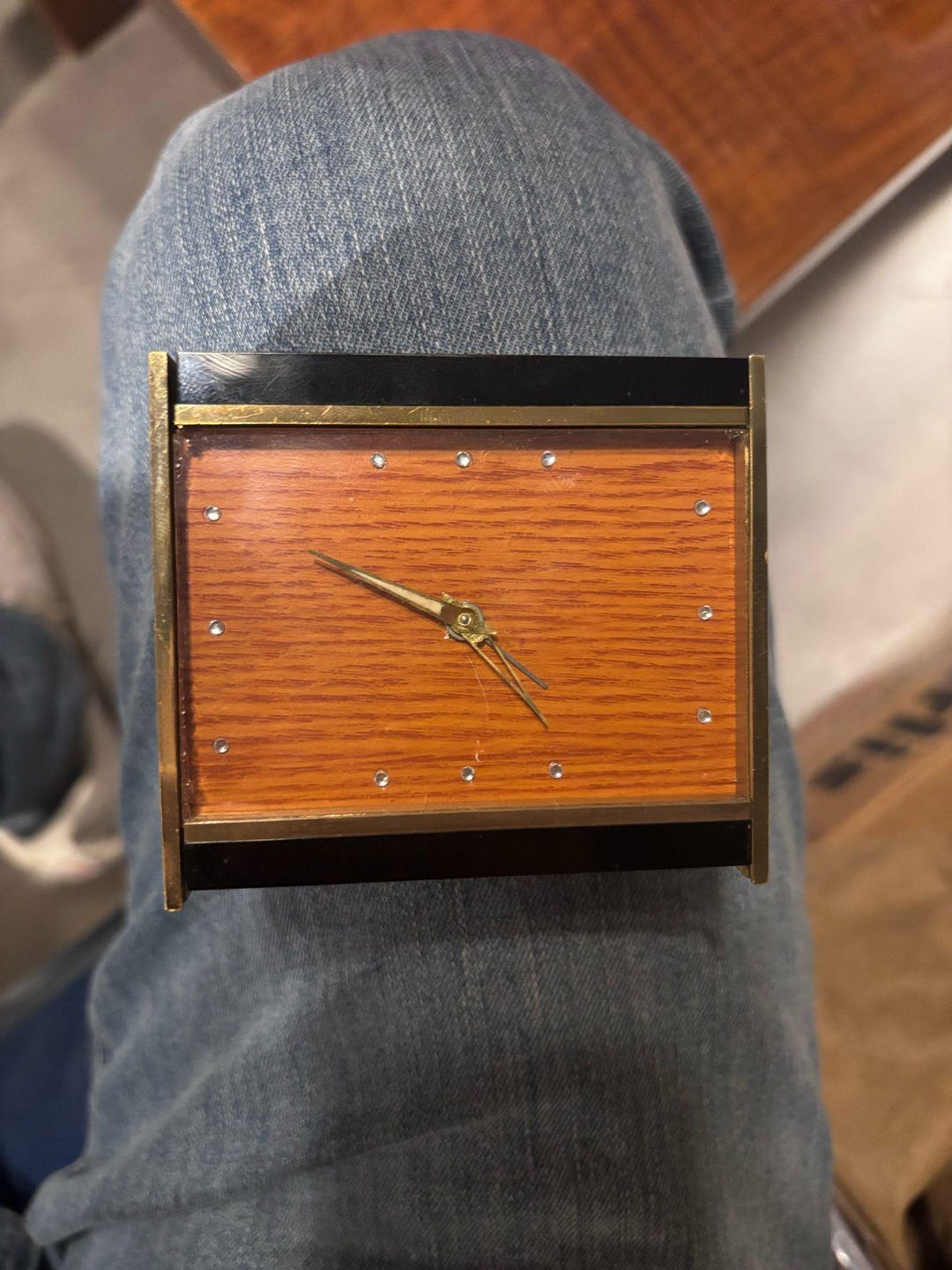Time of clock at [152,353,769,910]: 4:50
